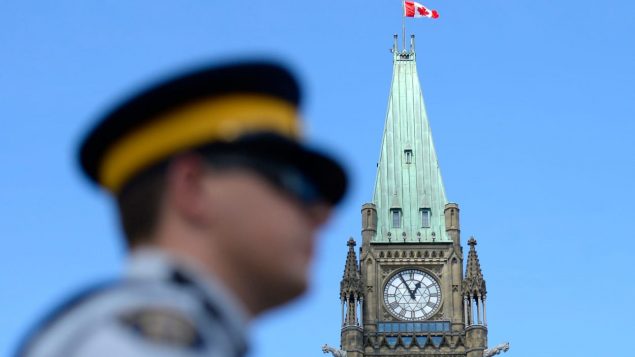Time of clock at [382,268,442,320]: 12:55
